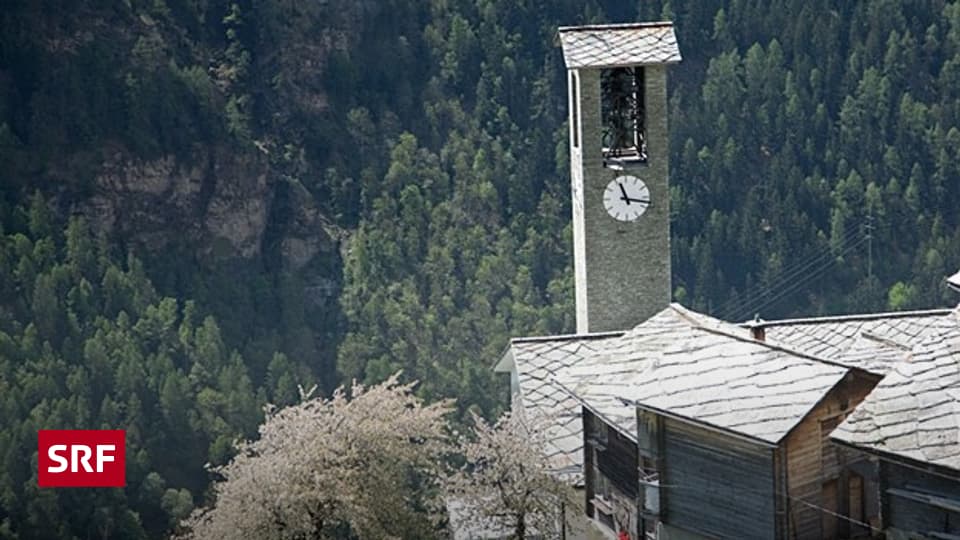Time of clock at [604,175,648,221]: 11:16
